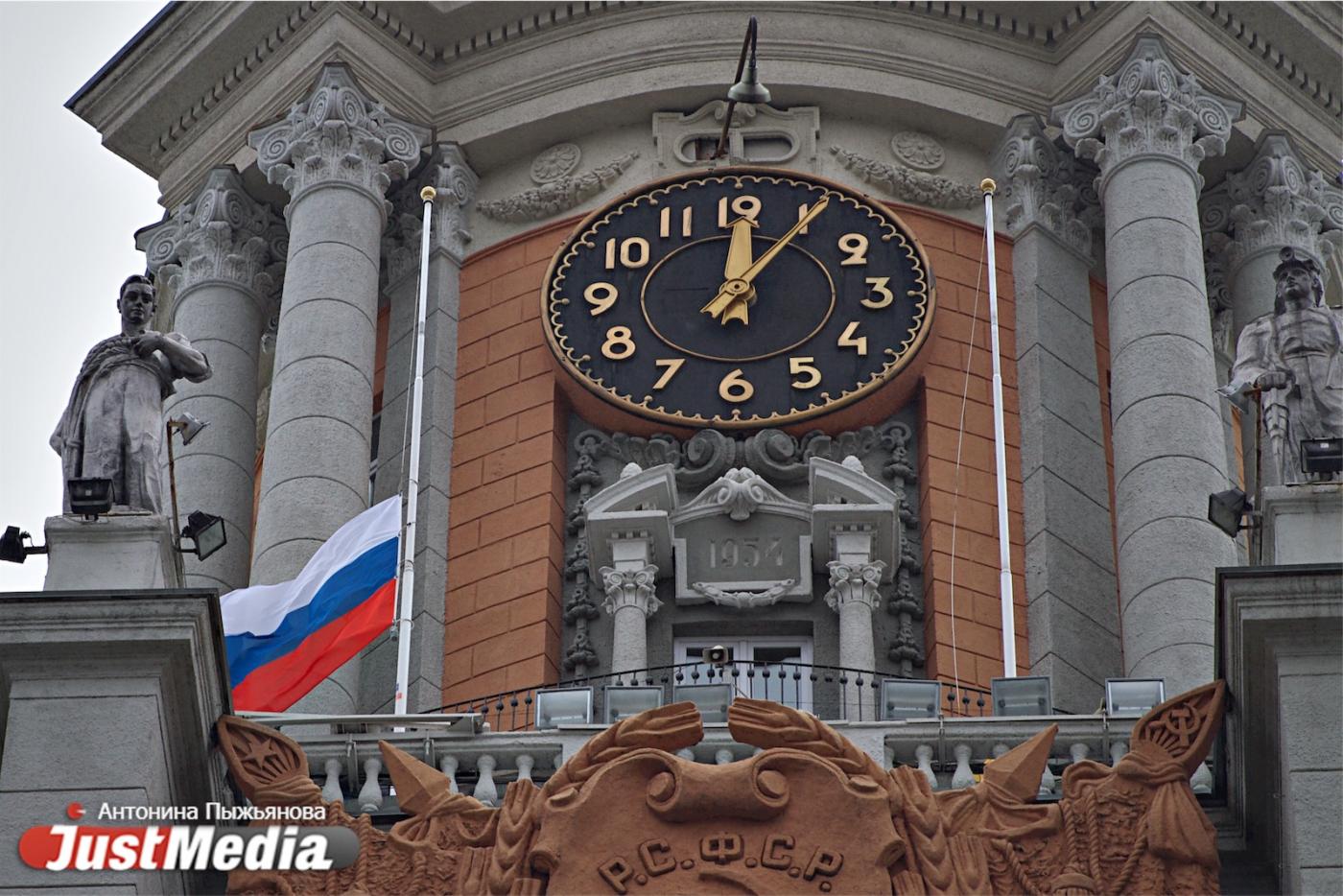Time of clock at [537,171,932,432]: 12:05
